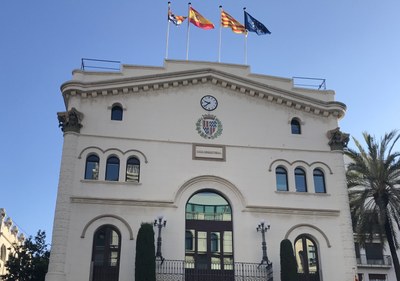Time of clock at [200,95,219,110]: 9:38
